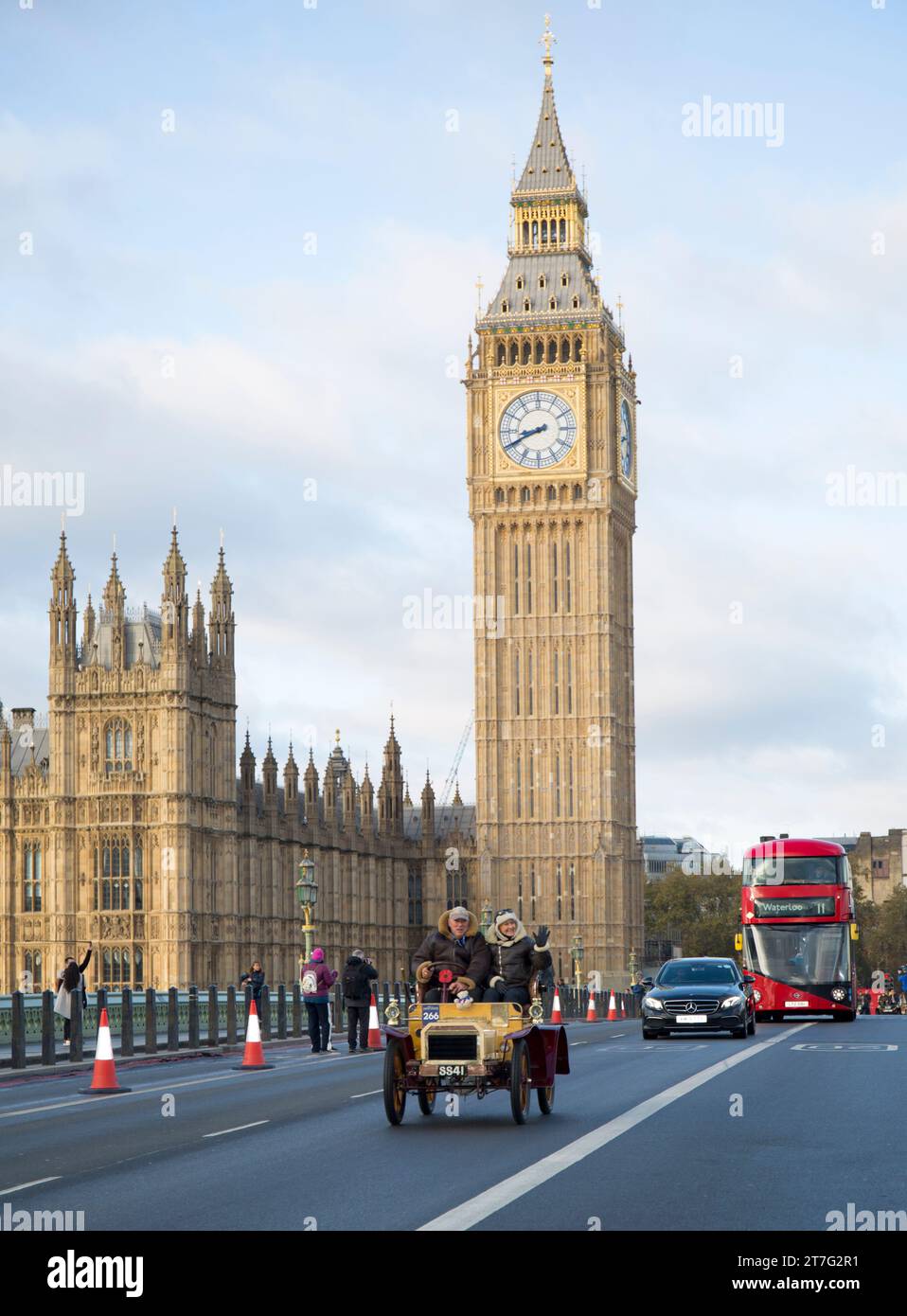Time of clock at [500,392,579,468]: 8:40
